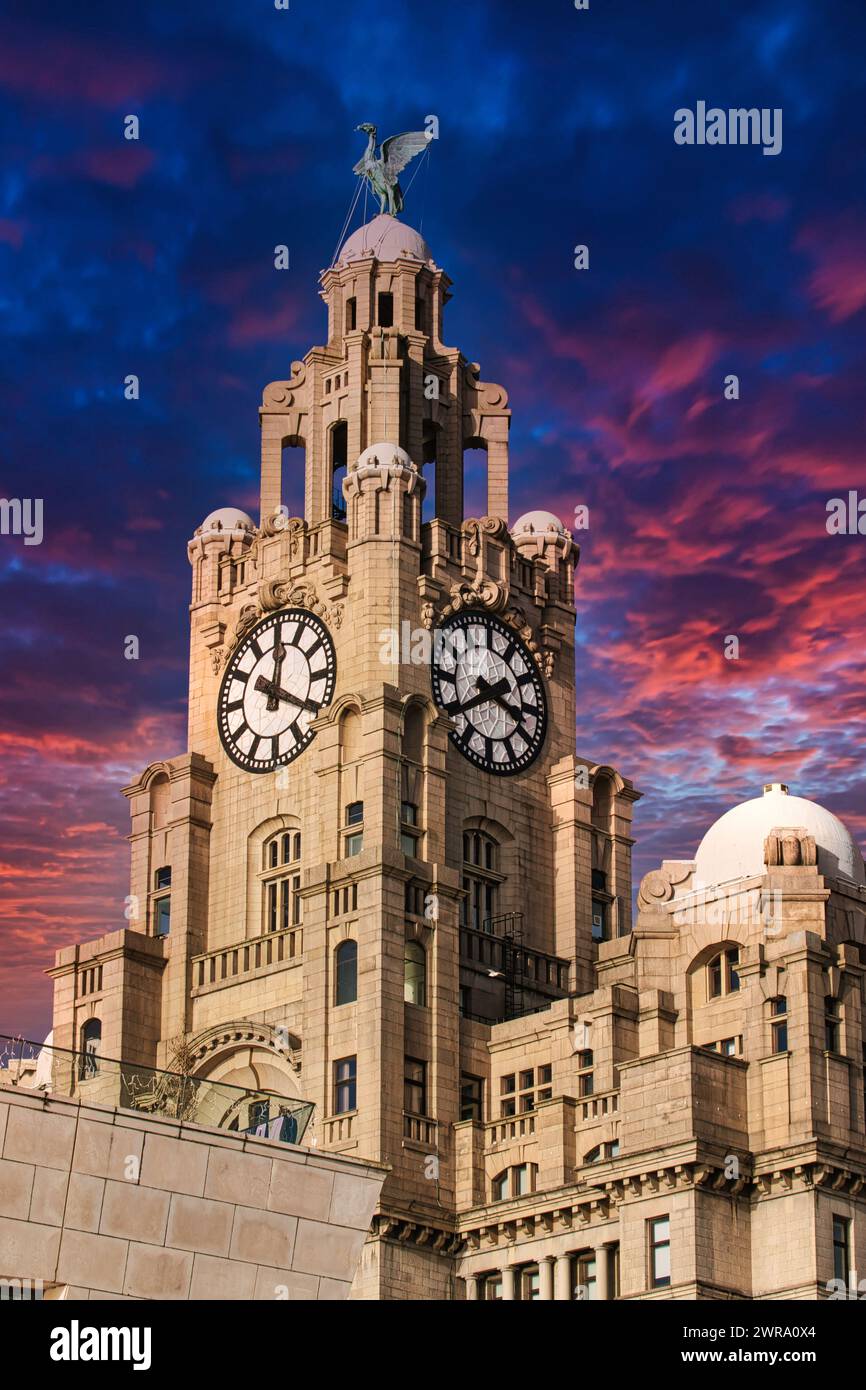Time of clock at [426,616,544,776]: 3:40
